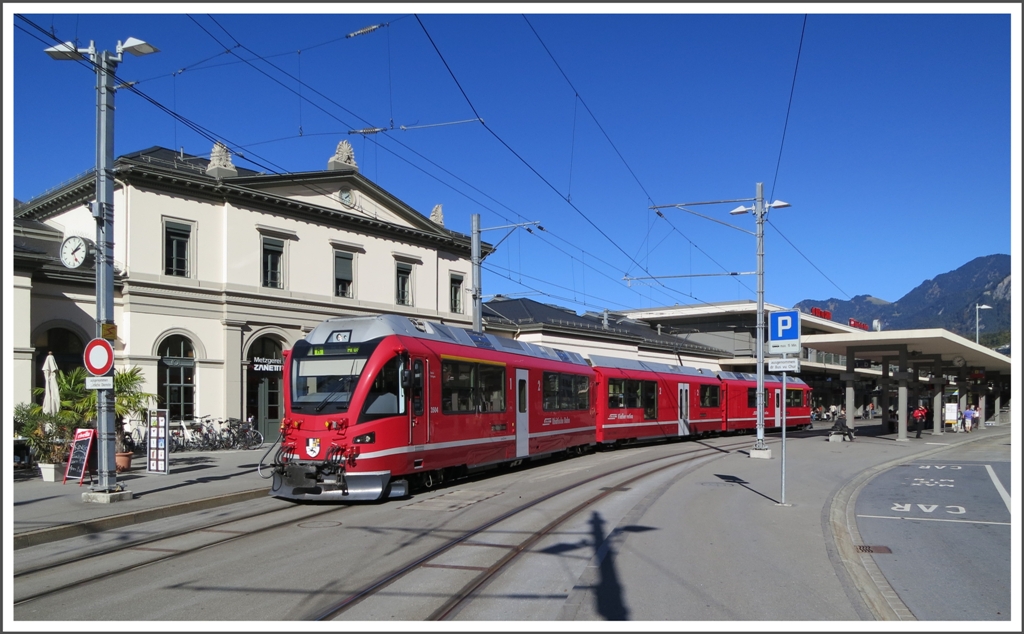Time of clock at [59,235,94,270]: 2:07
